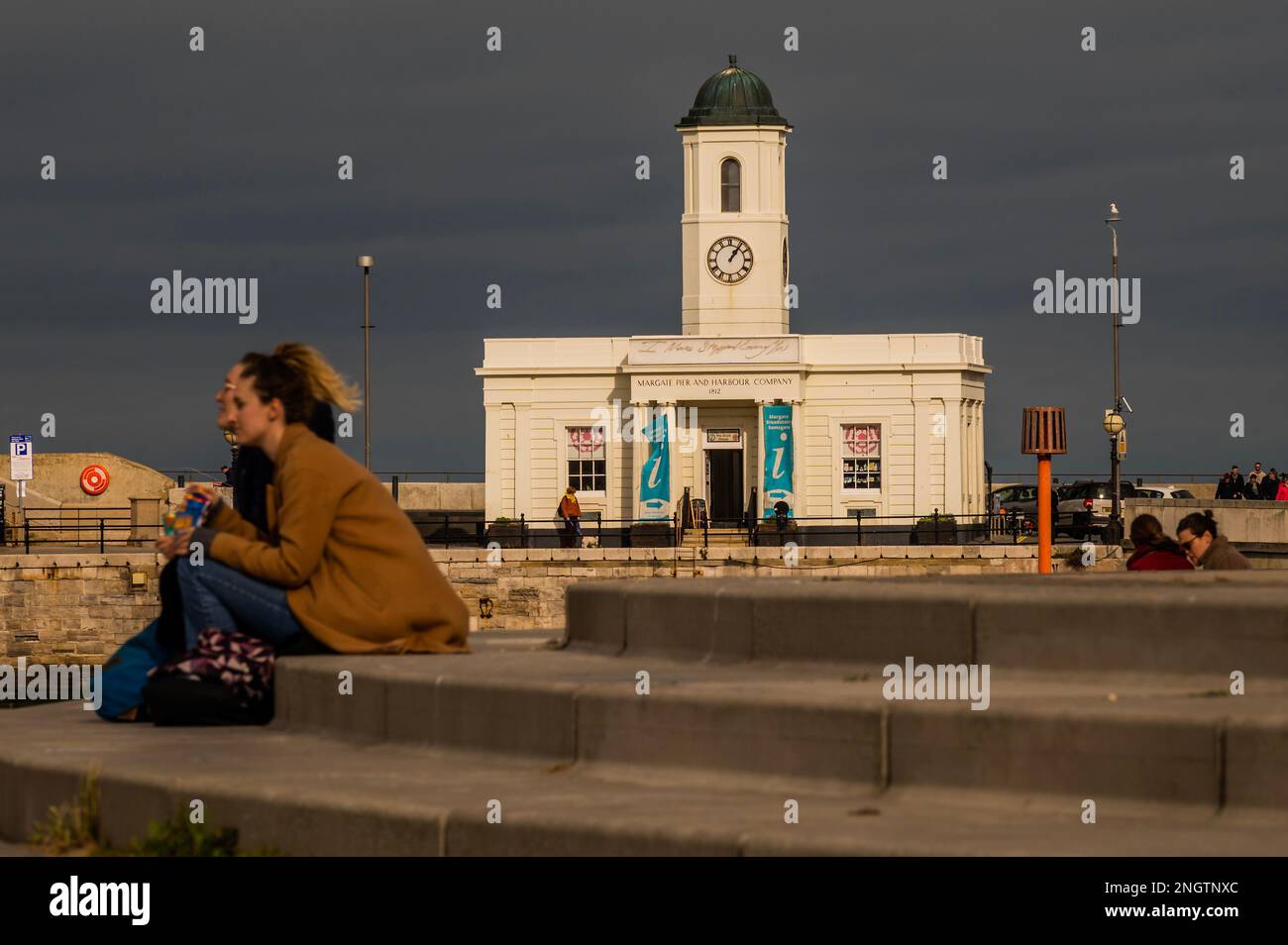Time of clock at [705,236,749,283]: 1:06
